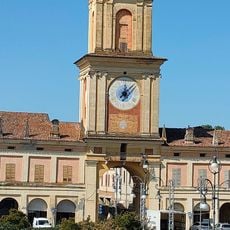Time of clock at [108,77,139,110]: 12:07
